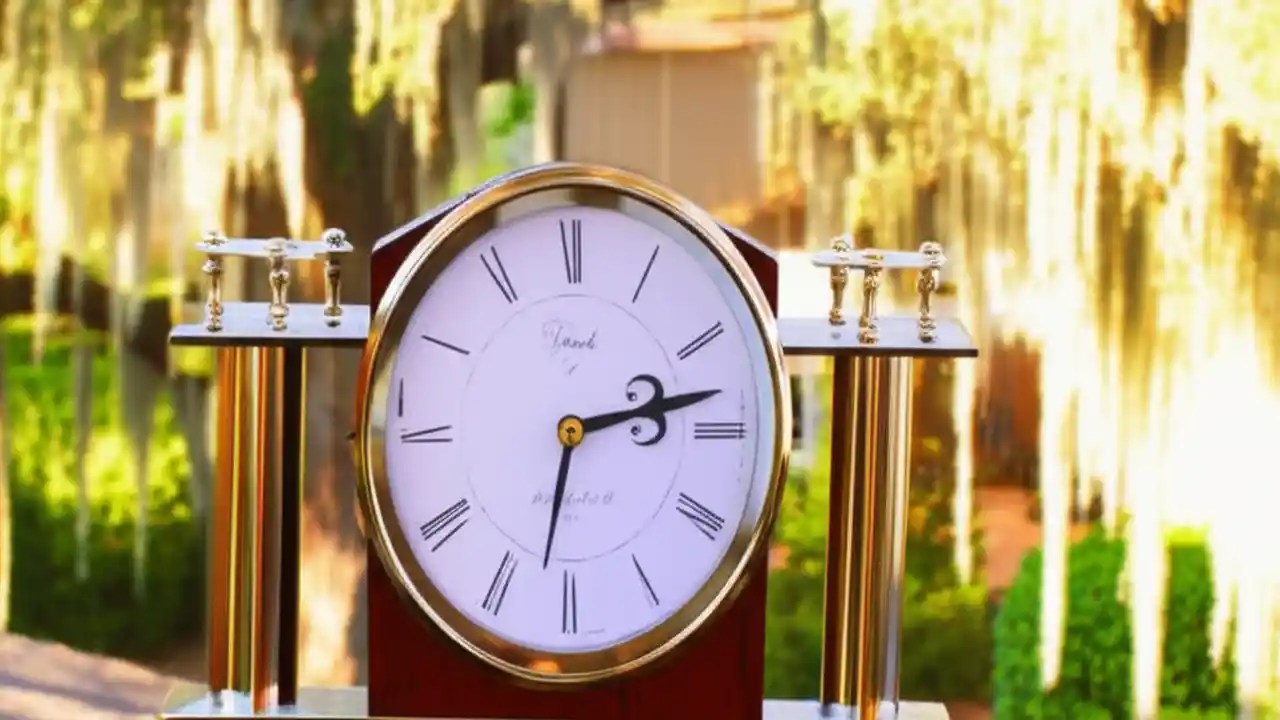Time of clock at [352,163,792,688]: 2:32
